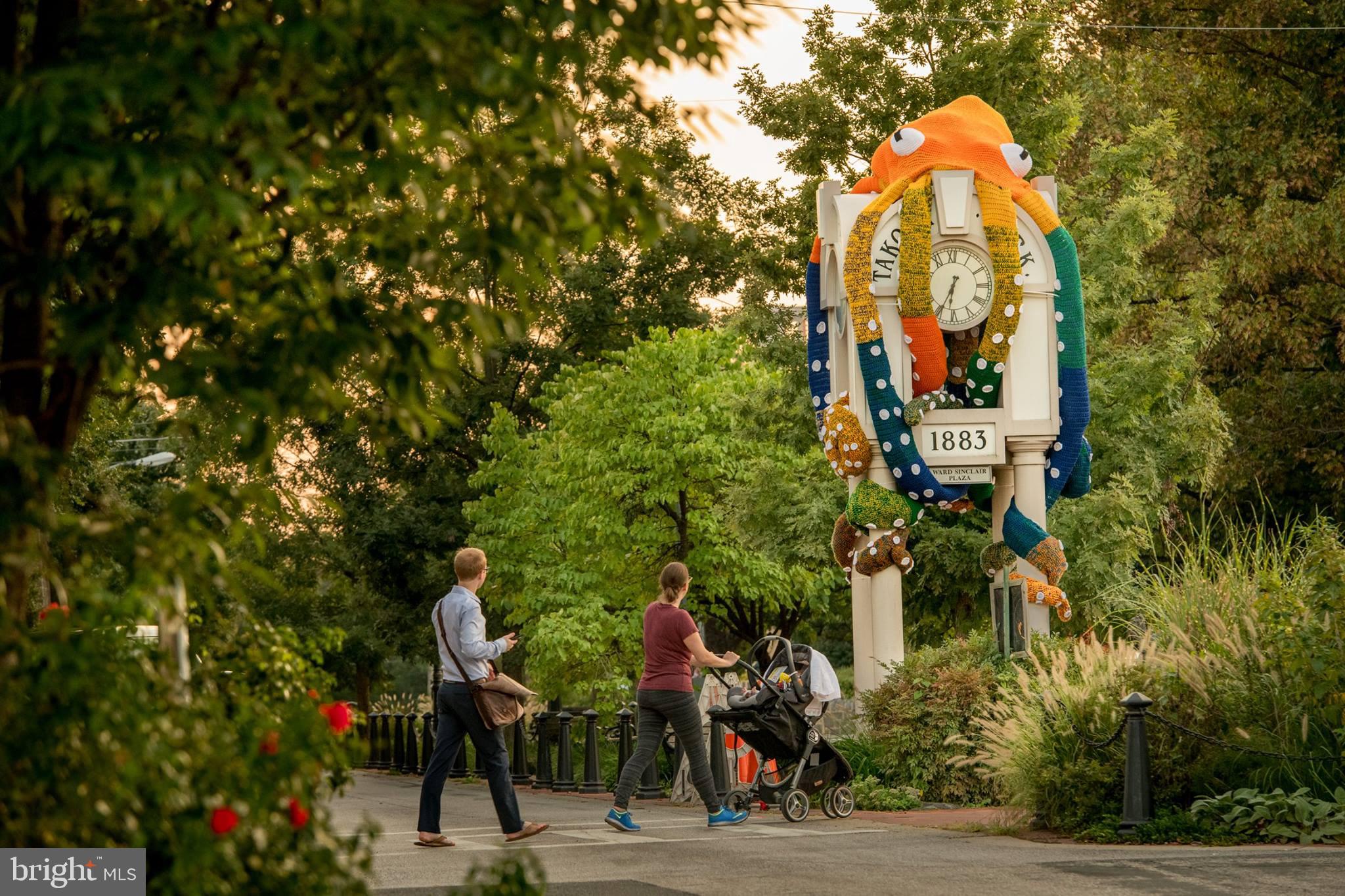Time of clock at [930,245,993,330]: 6:35
